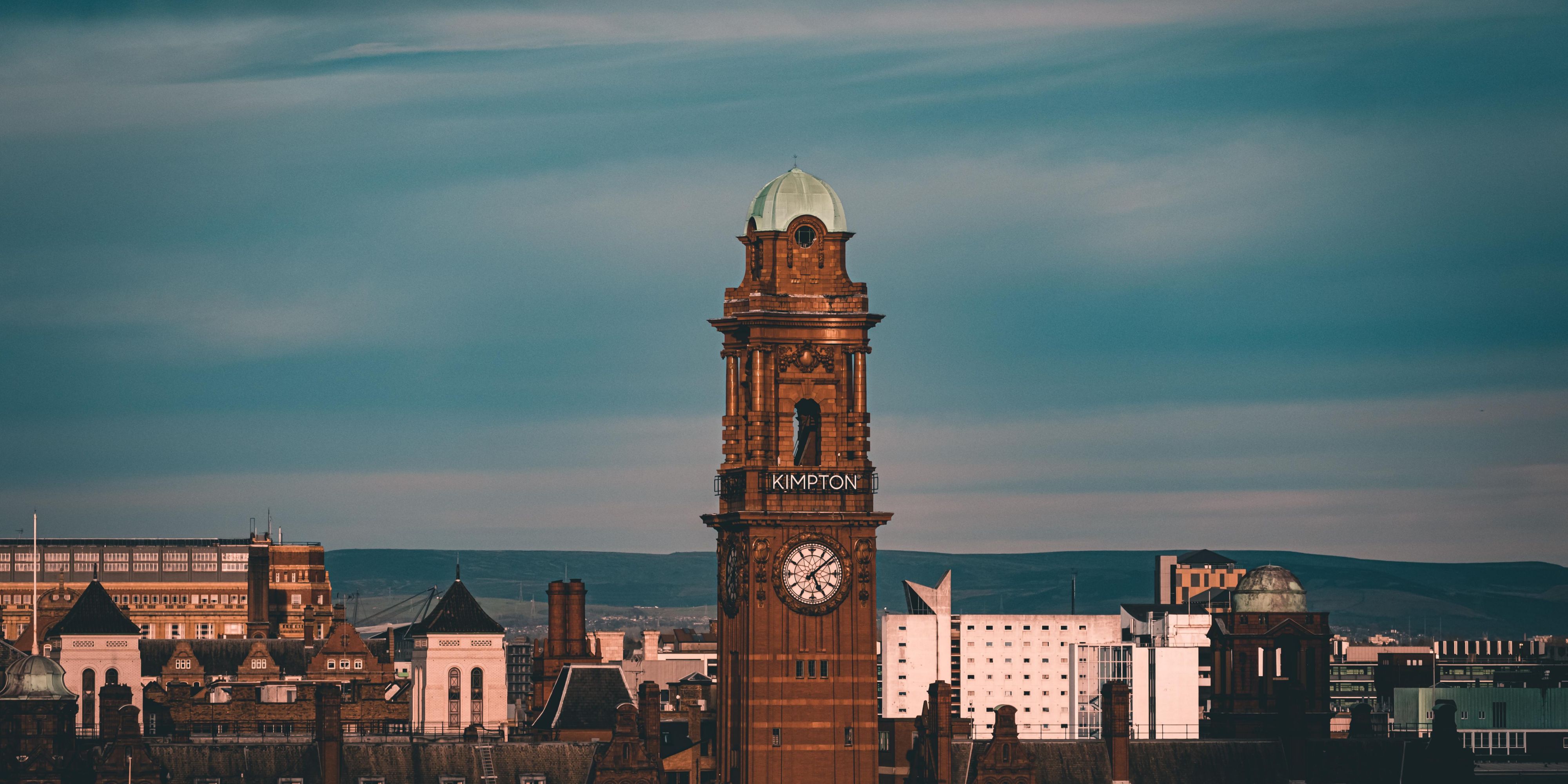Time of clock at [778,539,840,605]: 5:08
